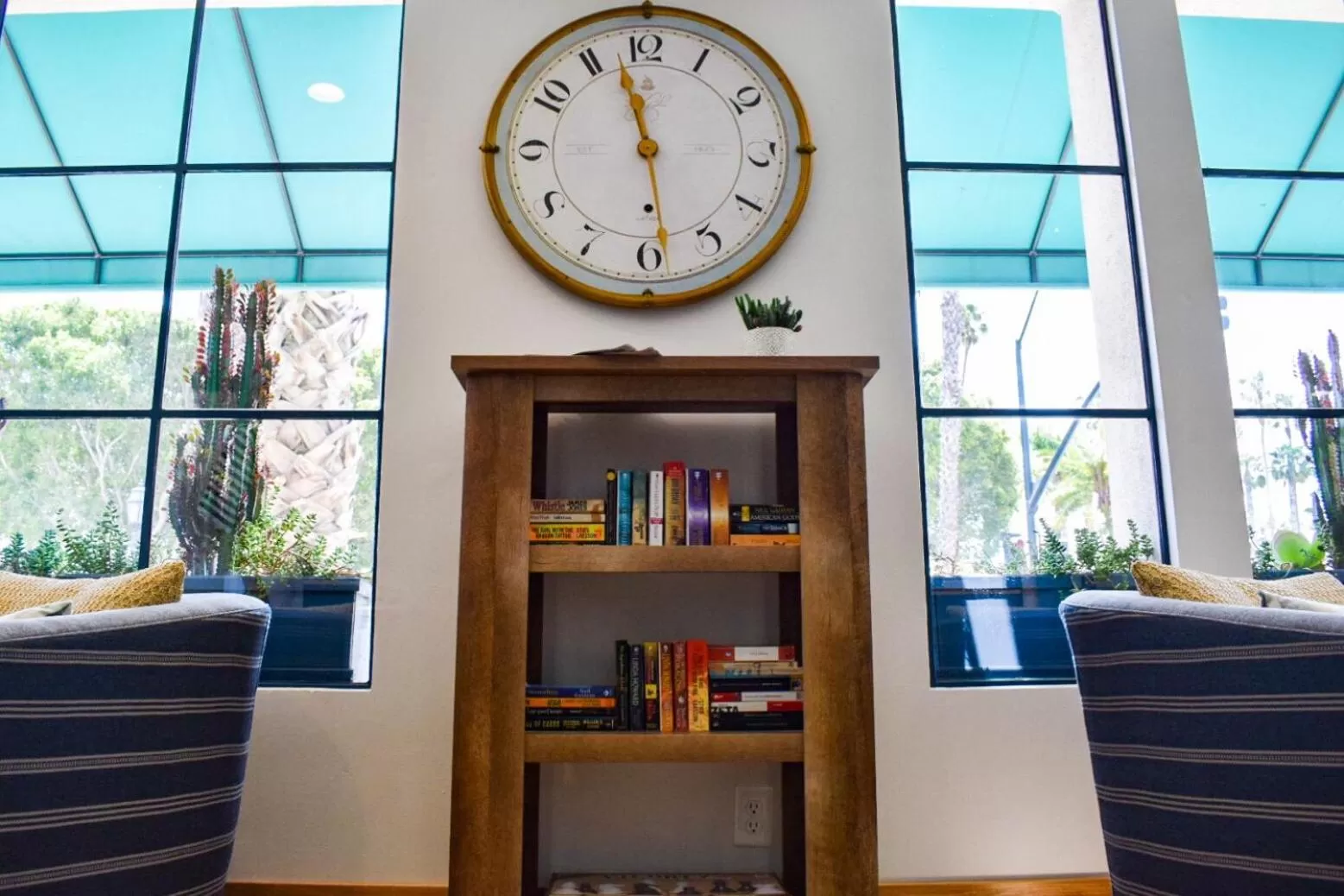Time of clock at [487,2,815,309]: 11:28
